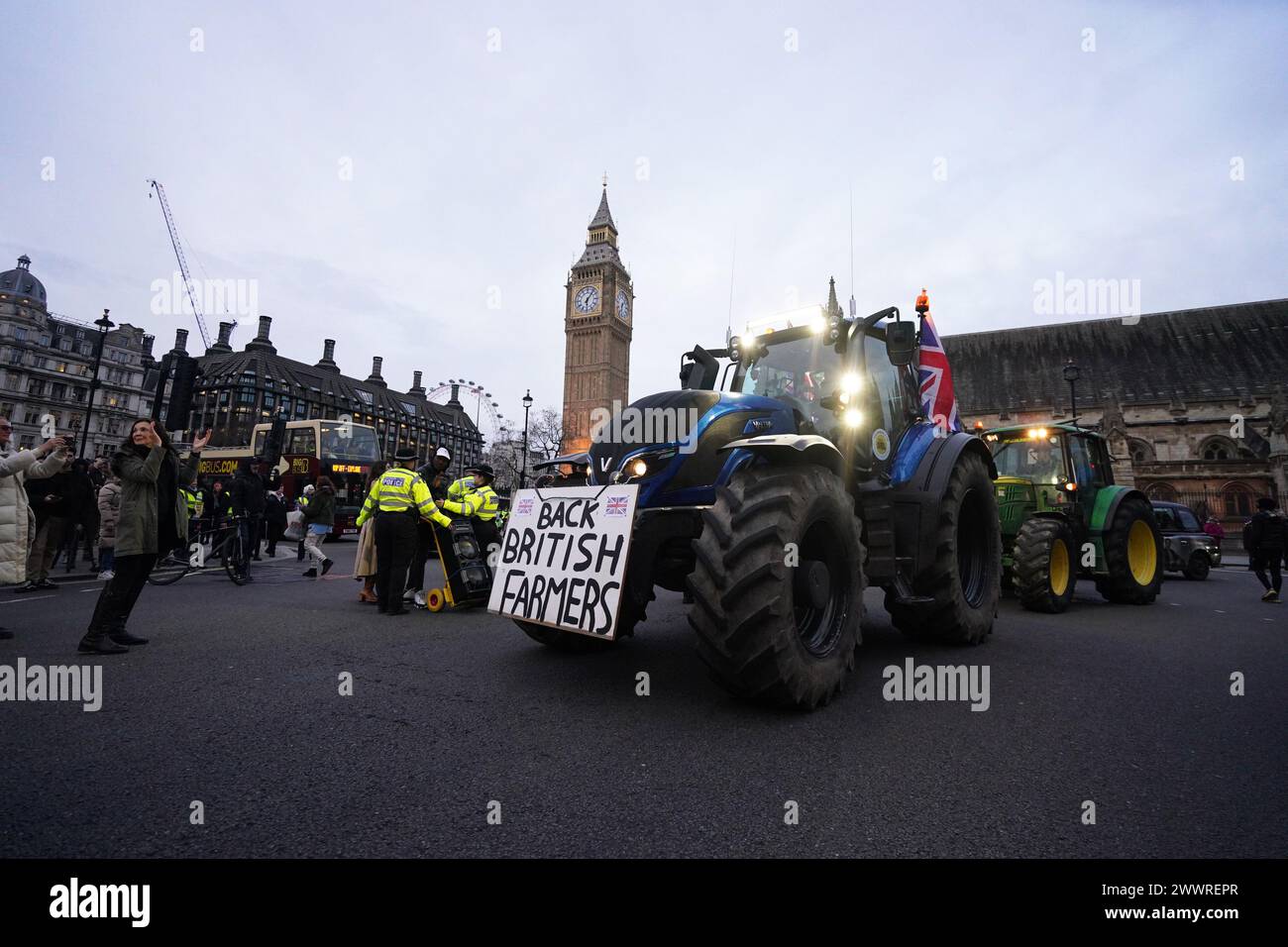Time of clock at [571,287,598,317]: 6:06
